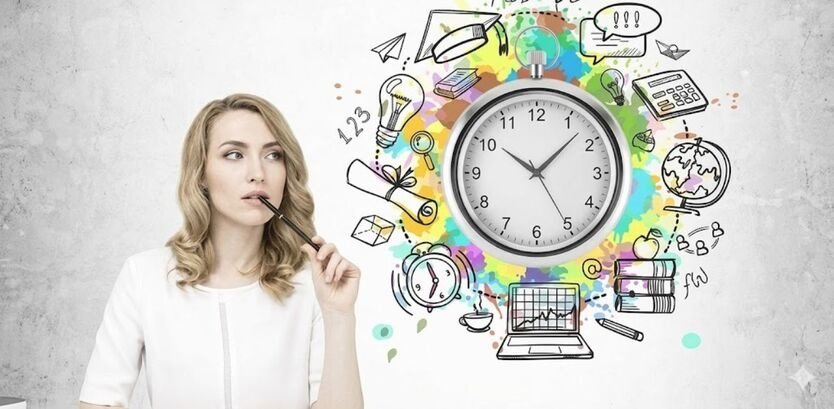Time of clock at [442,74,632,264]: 10:07
